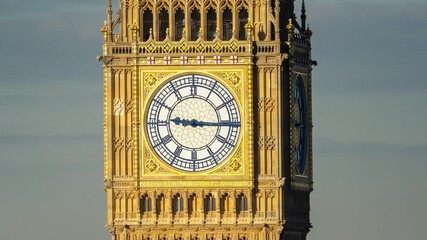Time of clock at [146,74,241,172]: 9:15
